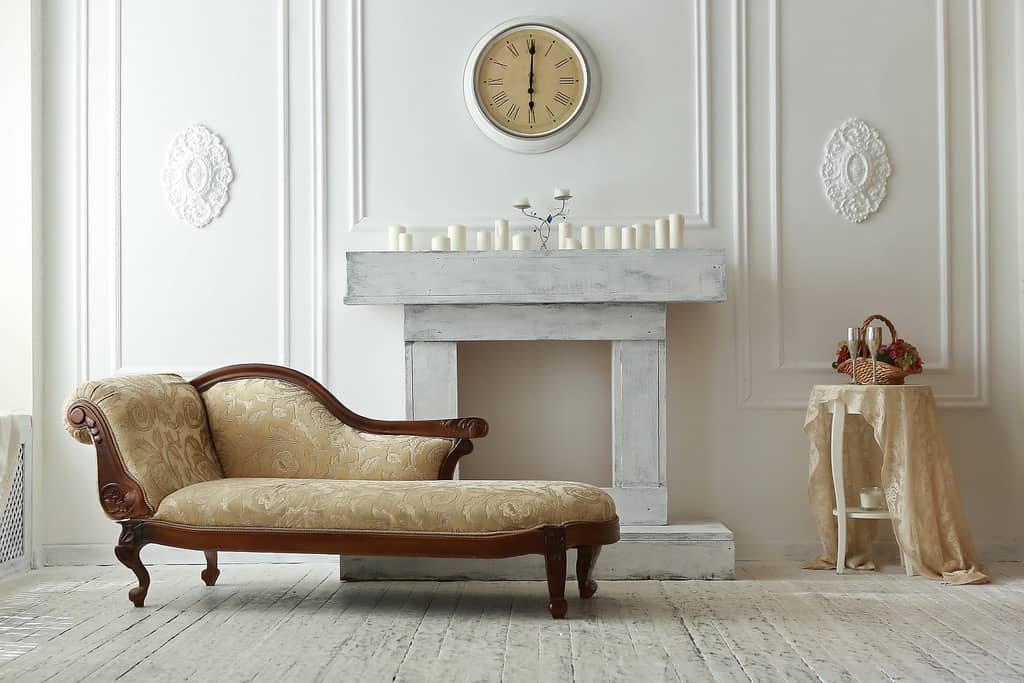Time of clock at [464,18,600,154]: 6:00
